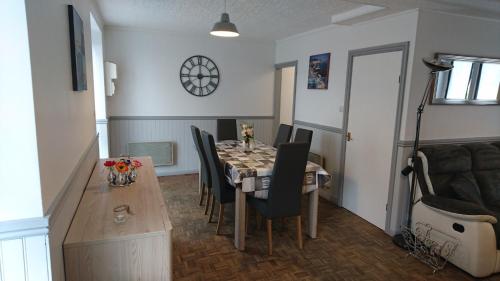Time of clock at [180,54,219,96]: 2:59
